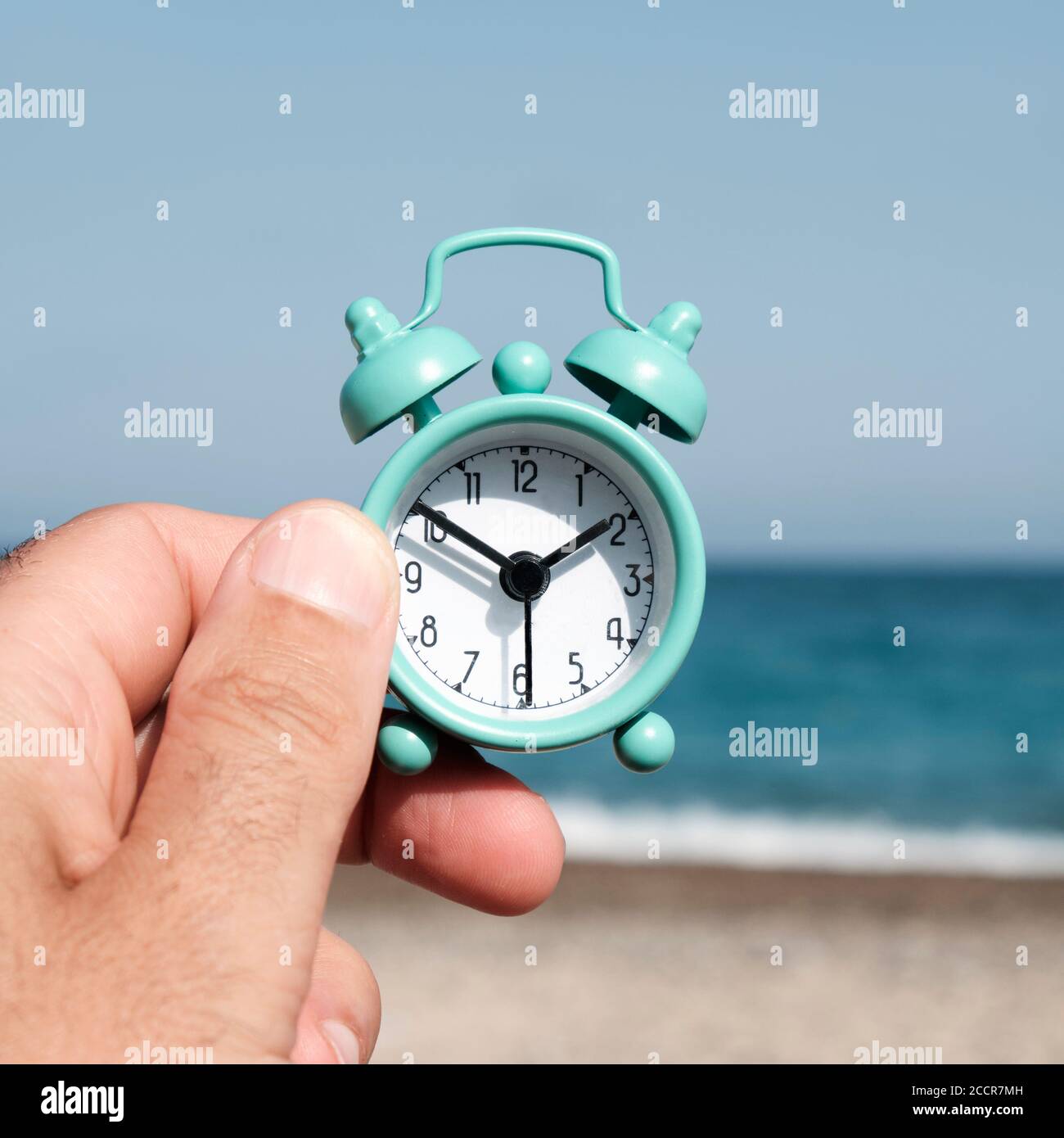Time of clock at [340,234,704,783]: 1:50
